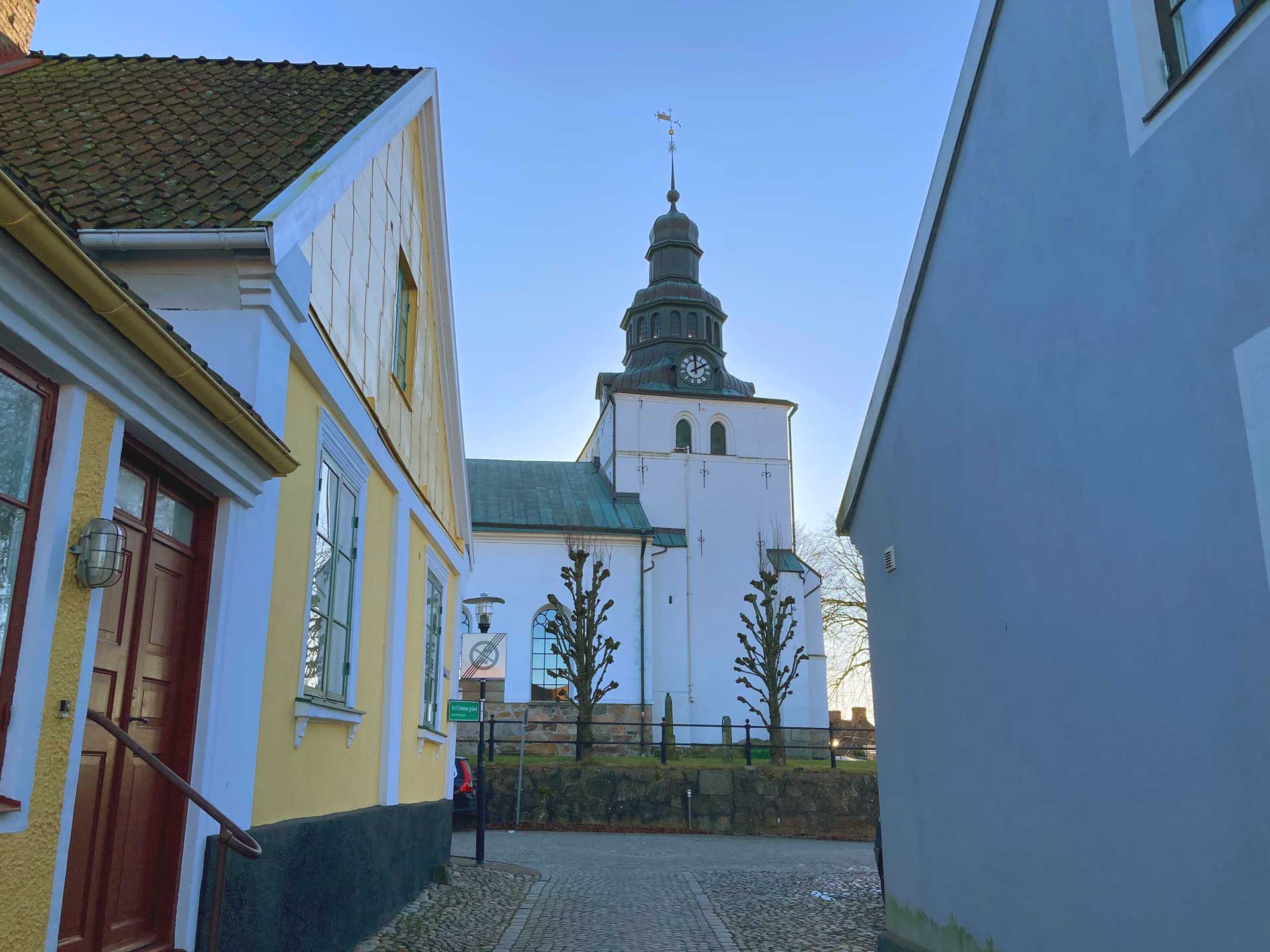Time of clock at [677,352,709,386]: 1:59
